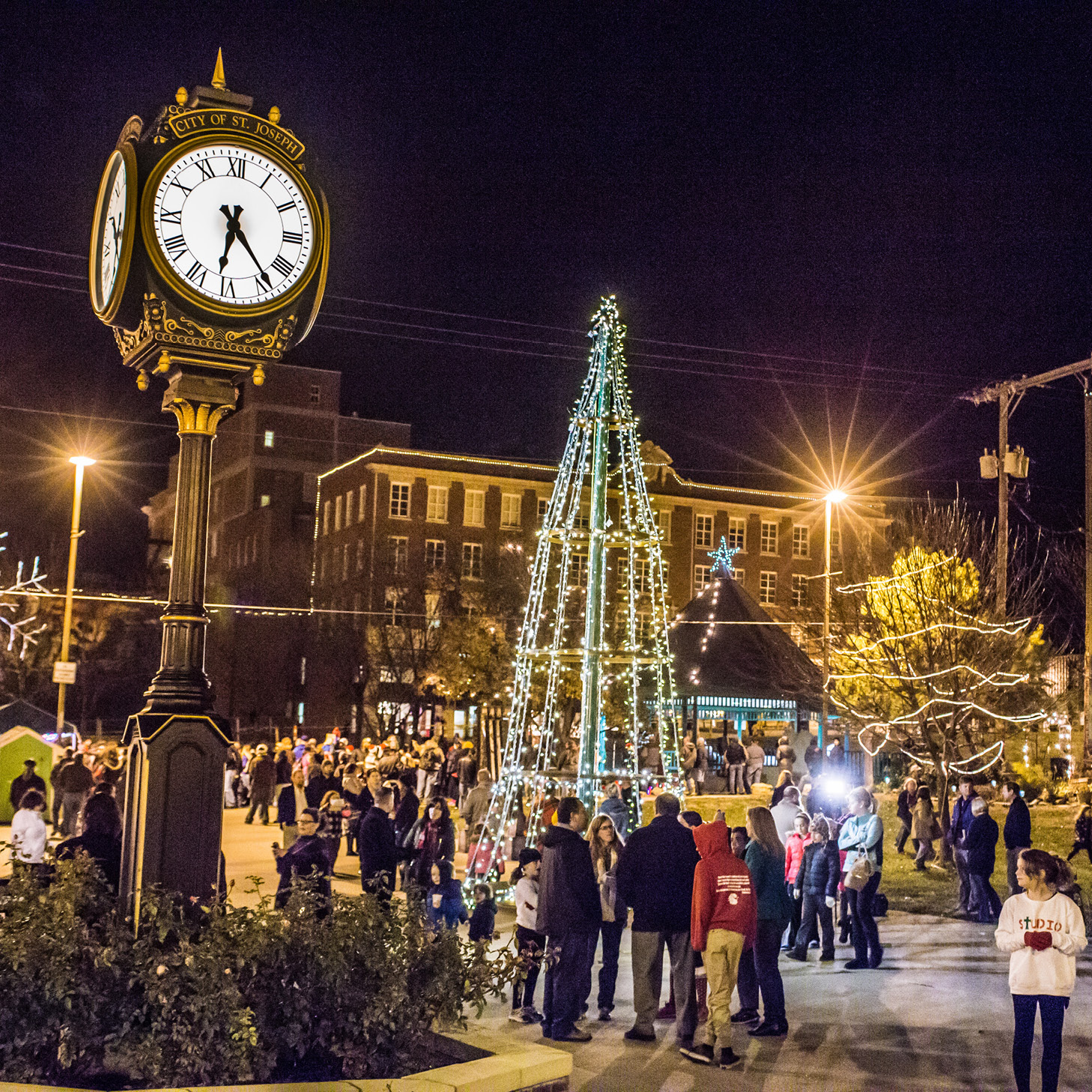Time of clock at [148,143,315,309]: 6:23
